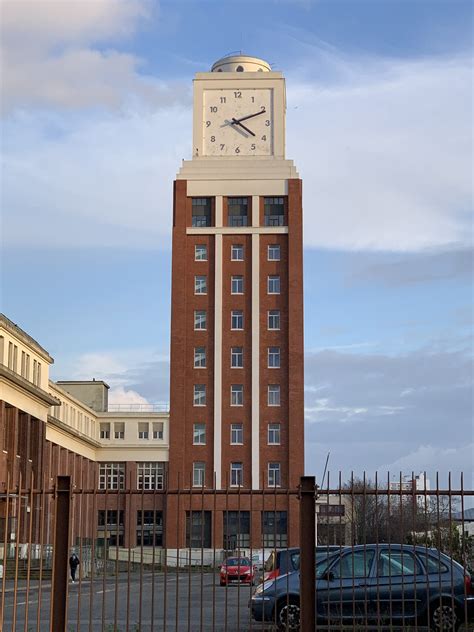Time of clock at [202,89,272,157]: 4:11
